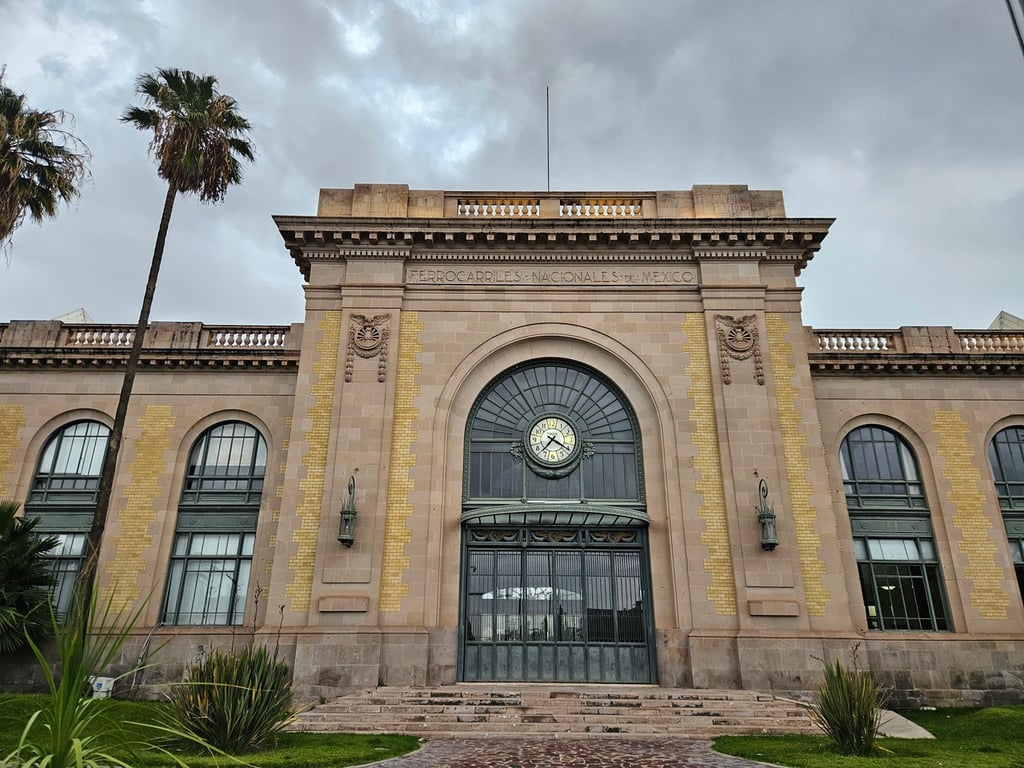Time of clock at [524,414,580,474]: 7:20
